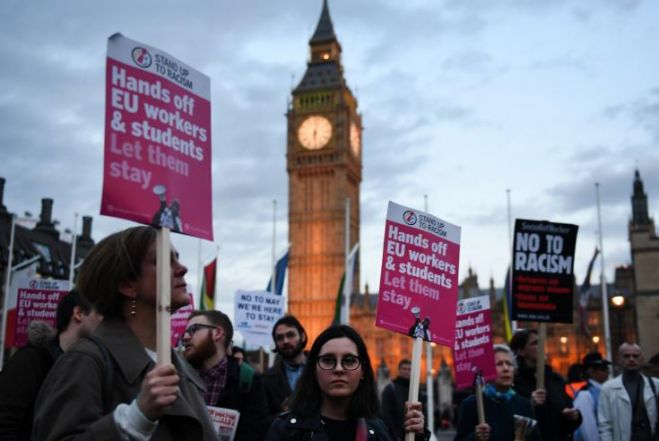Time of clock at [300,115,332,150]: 6:02
